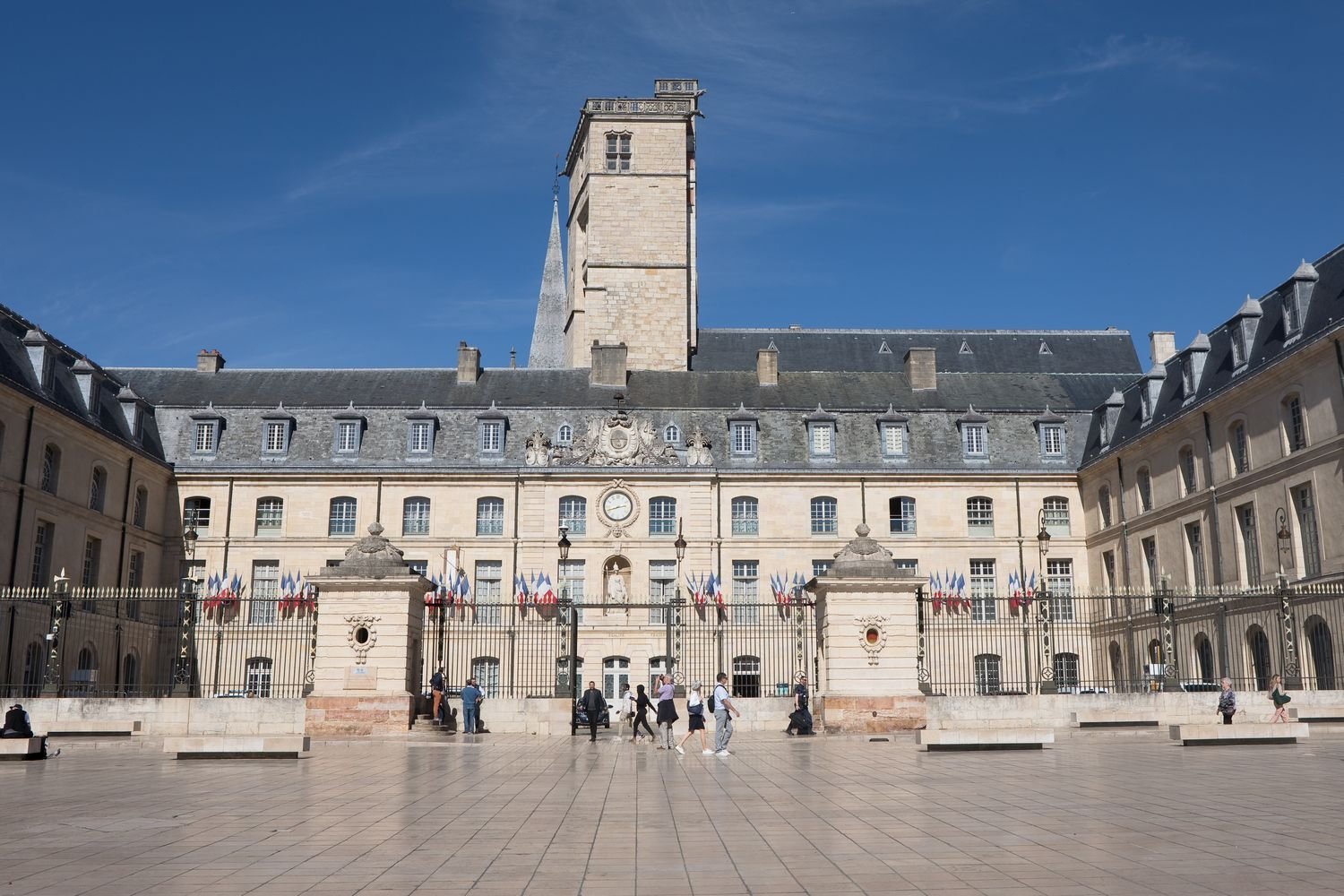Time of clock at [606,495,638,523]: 2:42
